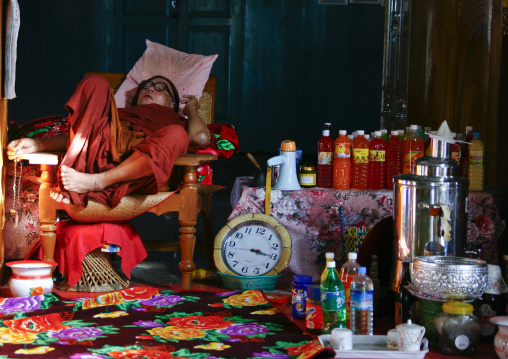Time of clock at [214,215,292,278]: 3:15
